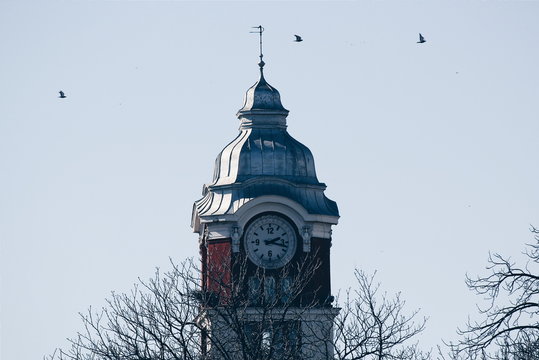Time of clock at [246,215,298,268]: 2:17
